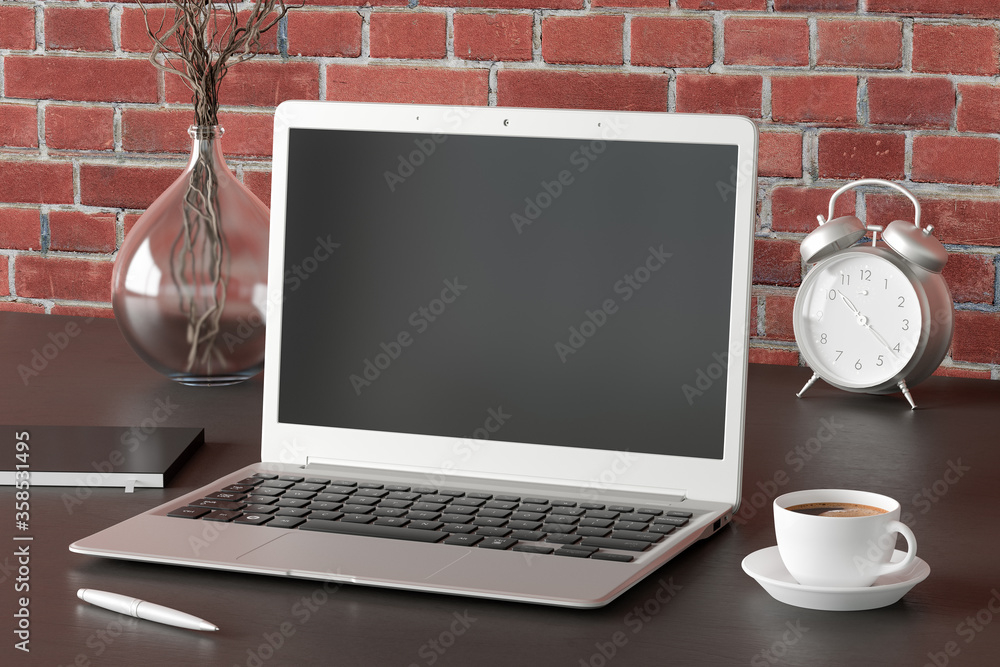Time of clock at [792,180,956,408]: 10:21
